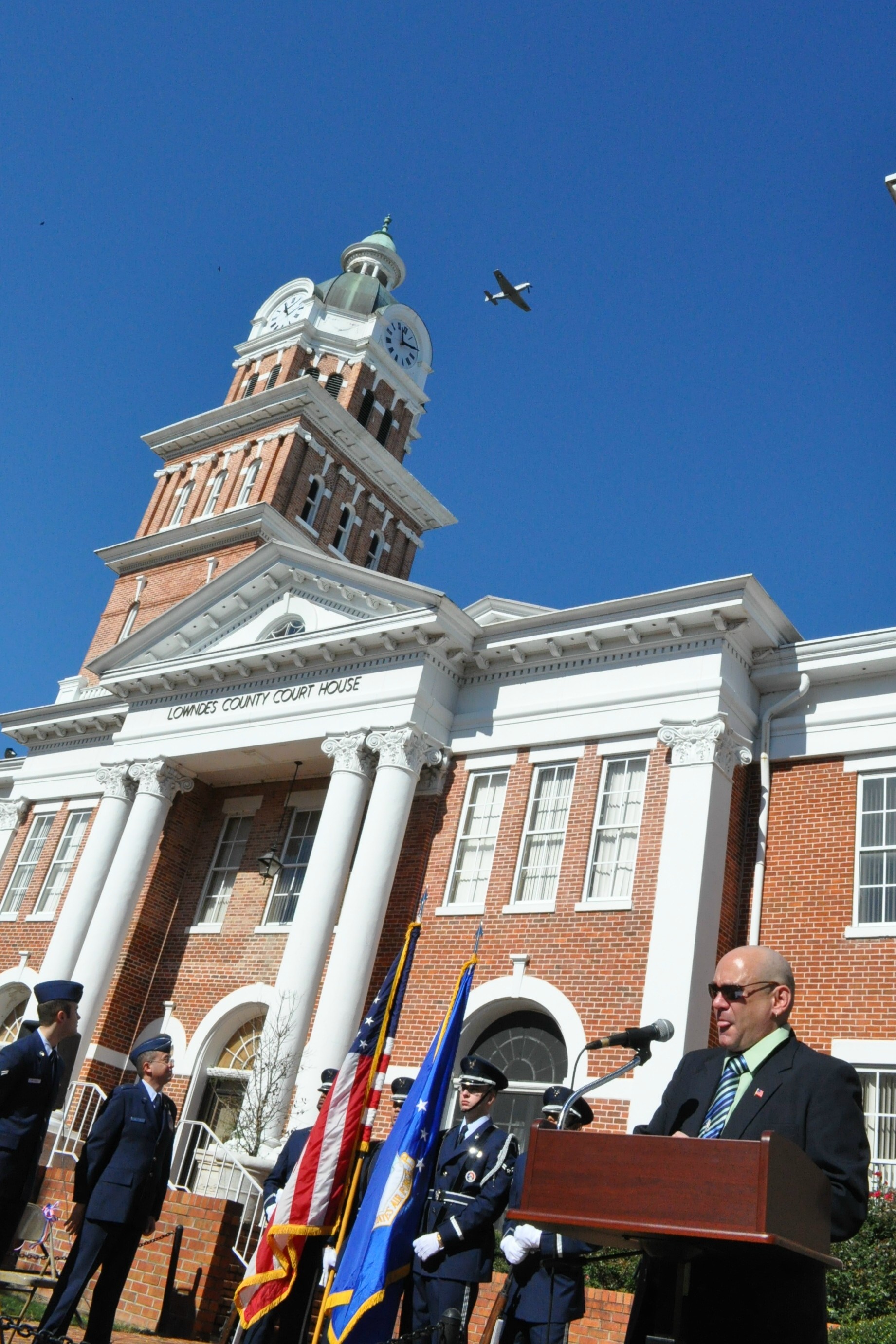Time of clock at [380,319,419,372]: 3:02
